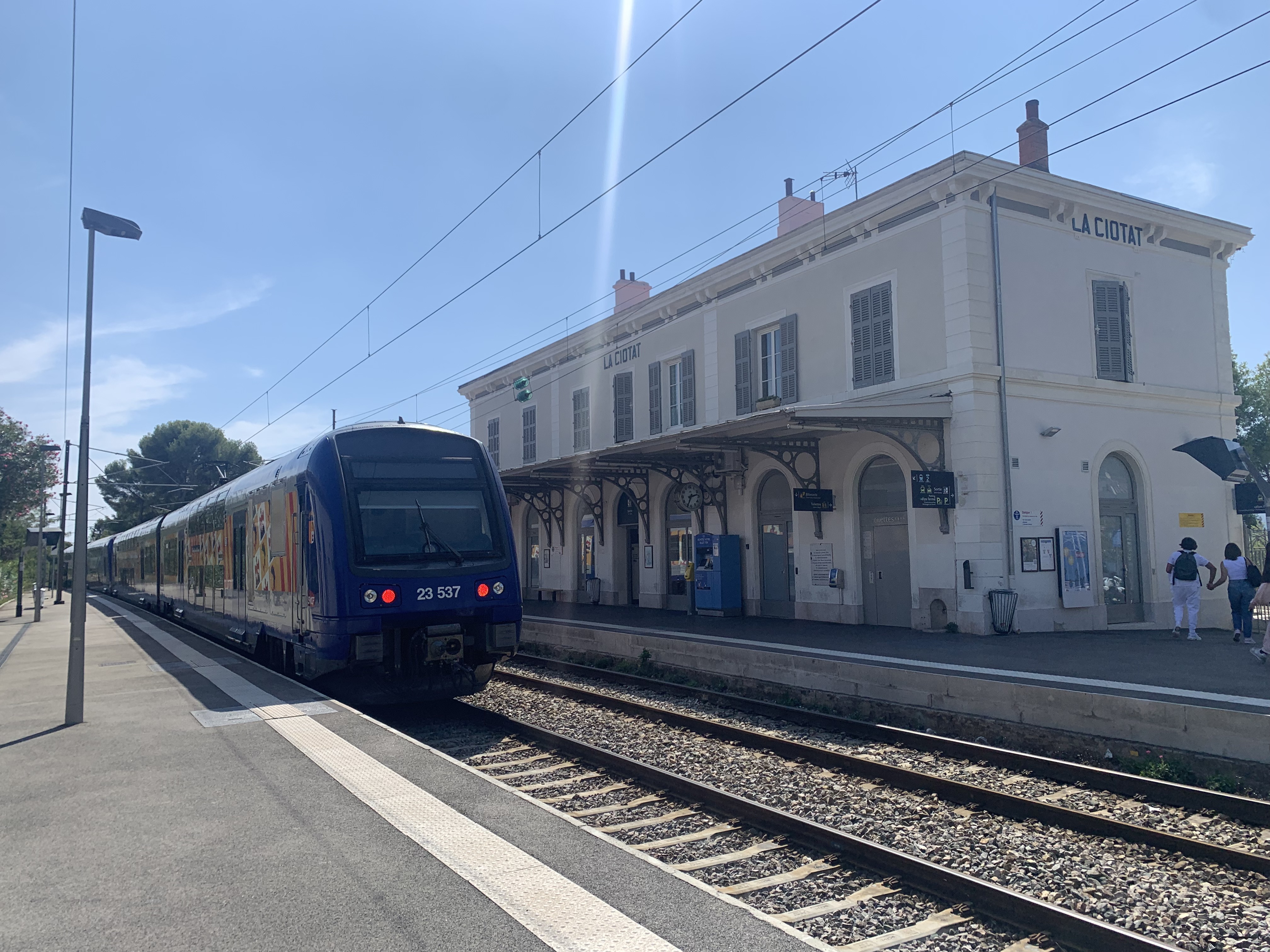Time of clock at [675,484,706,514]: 2:34
